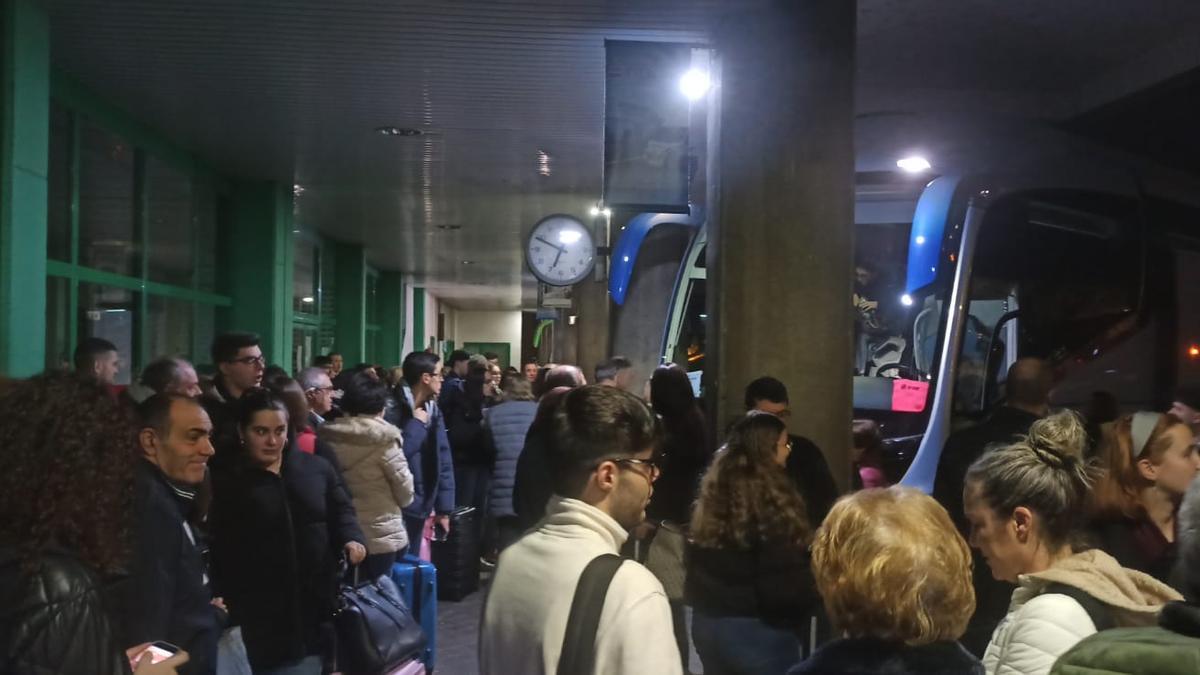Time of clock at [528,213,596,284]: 6:49
